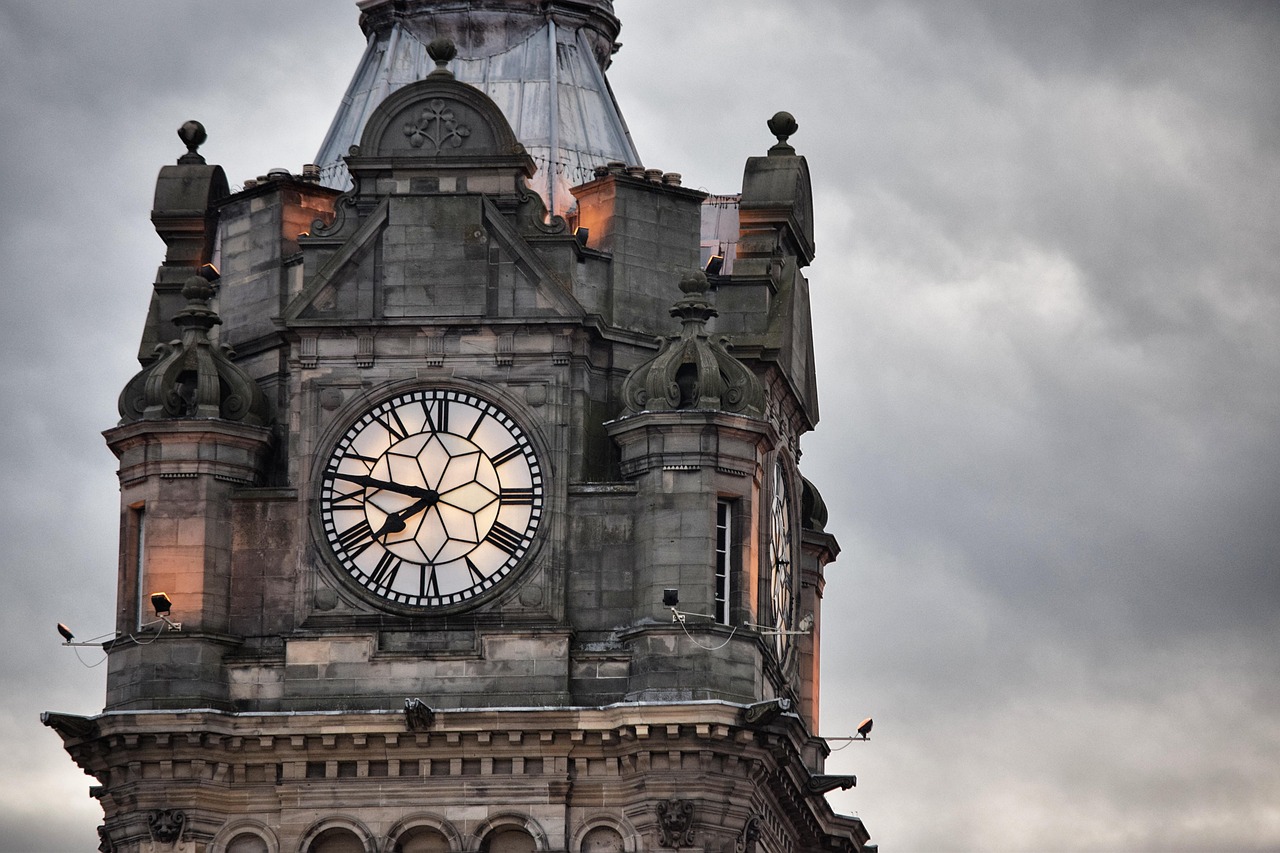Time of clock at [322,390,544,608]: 7:47
